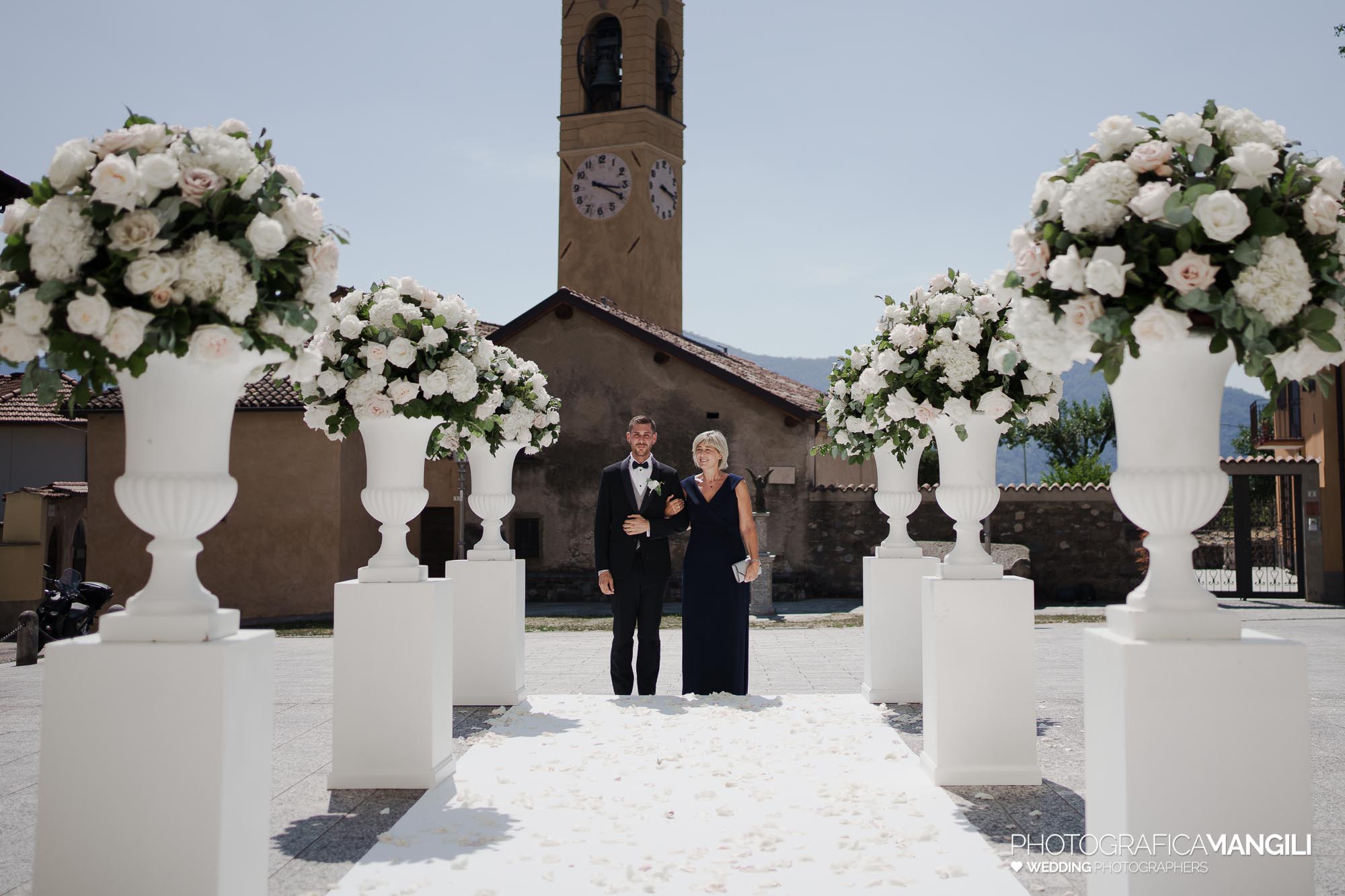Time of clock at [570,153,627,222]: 3:19
